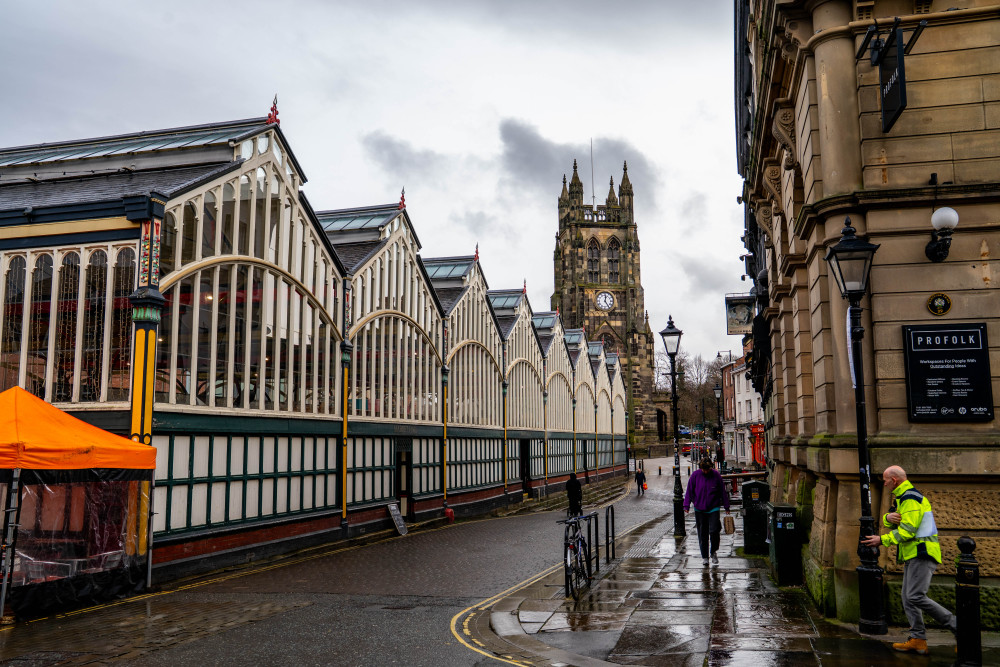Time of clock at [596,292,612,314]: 12:24
